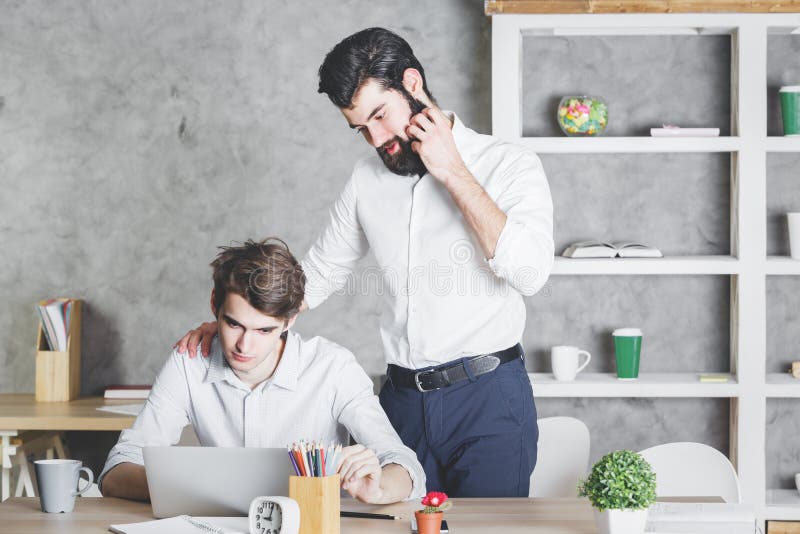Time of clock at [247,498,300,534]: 9:01
